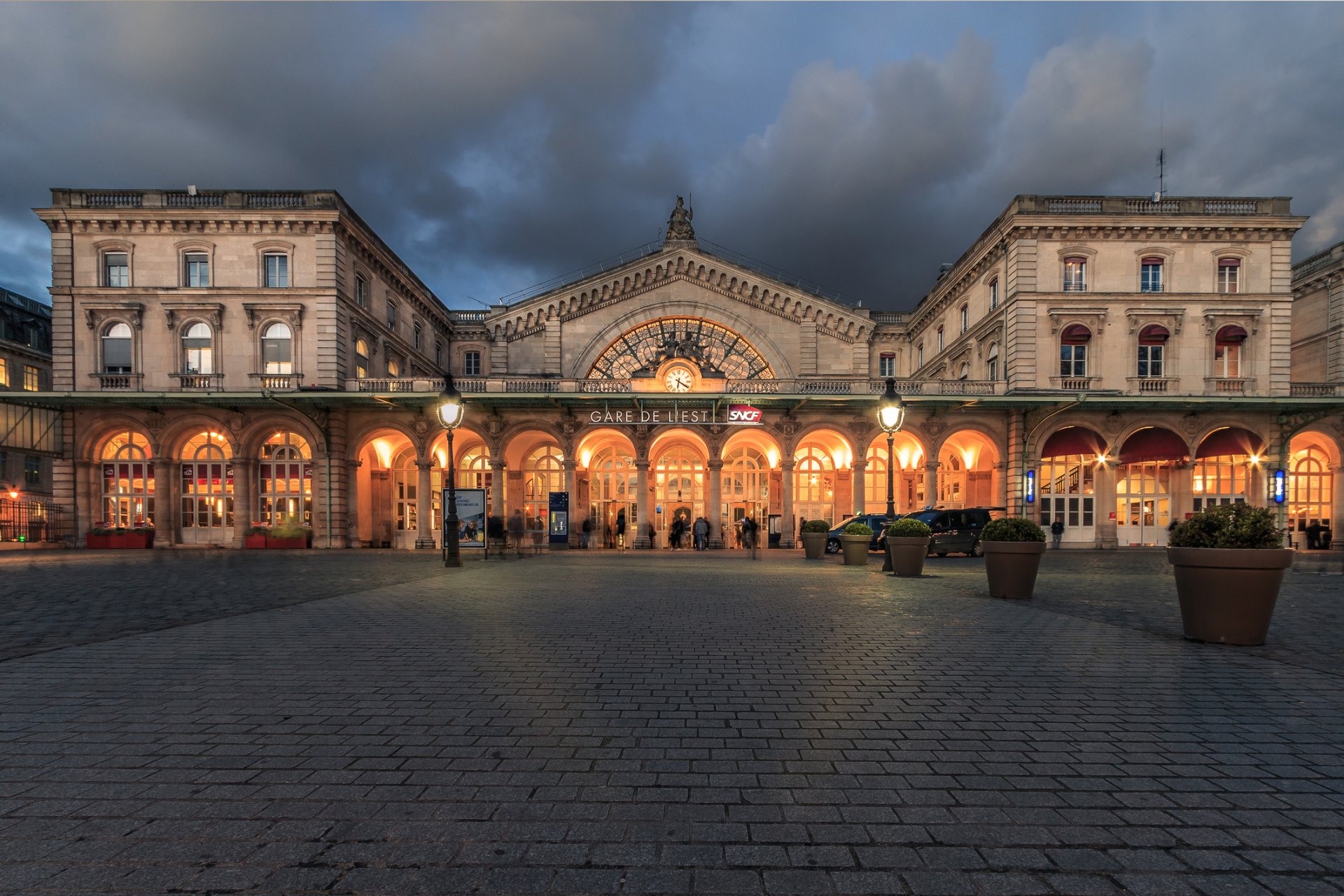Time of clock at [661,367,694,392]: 6:20
